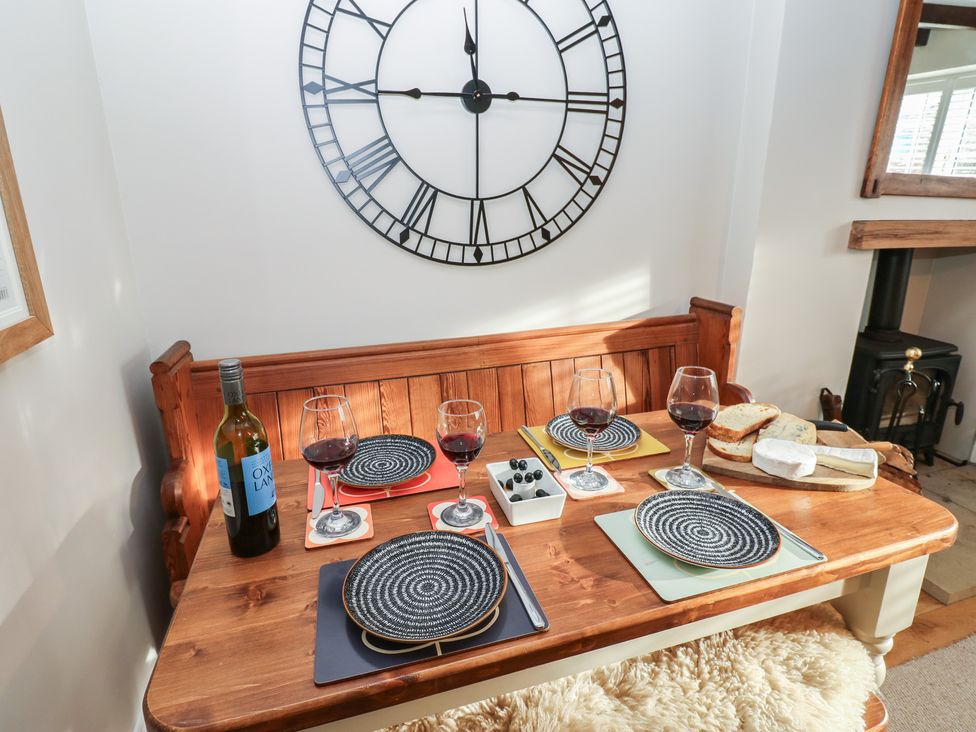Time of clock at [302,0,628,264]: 11:45
